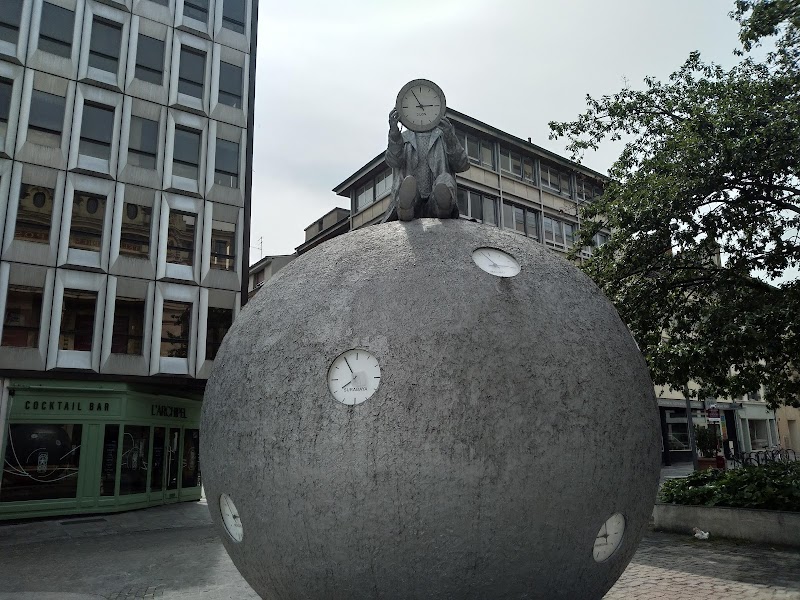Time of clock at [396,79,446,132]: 2:54
